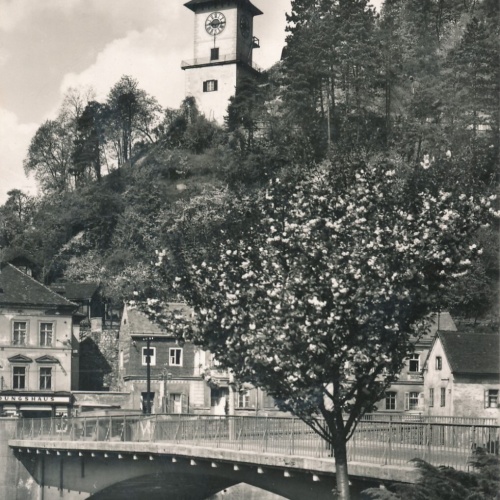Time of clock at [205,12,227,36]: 9:14
